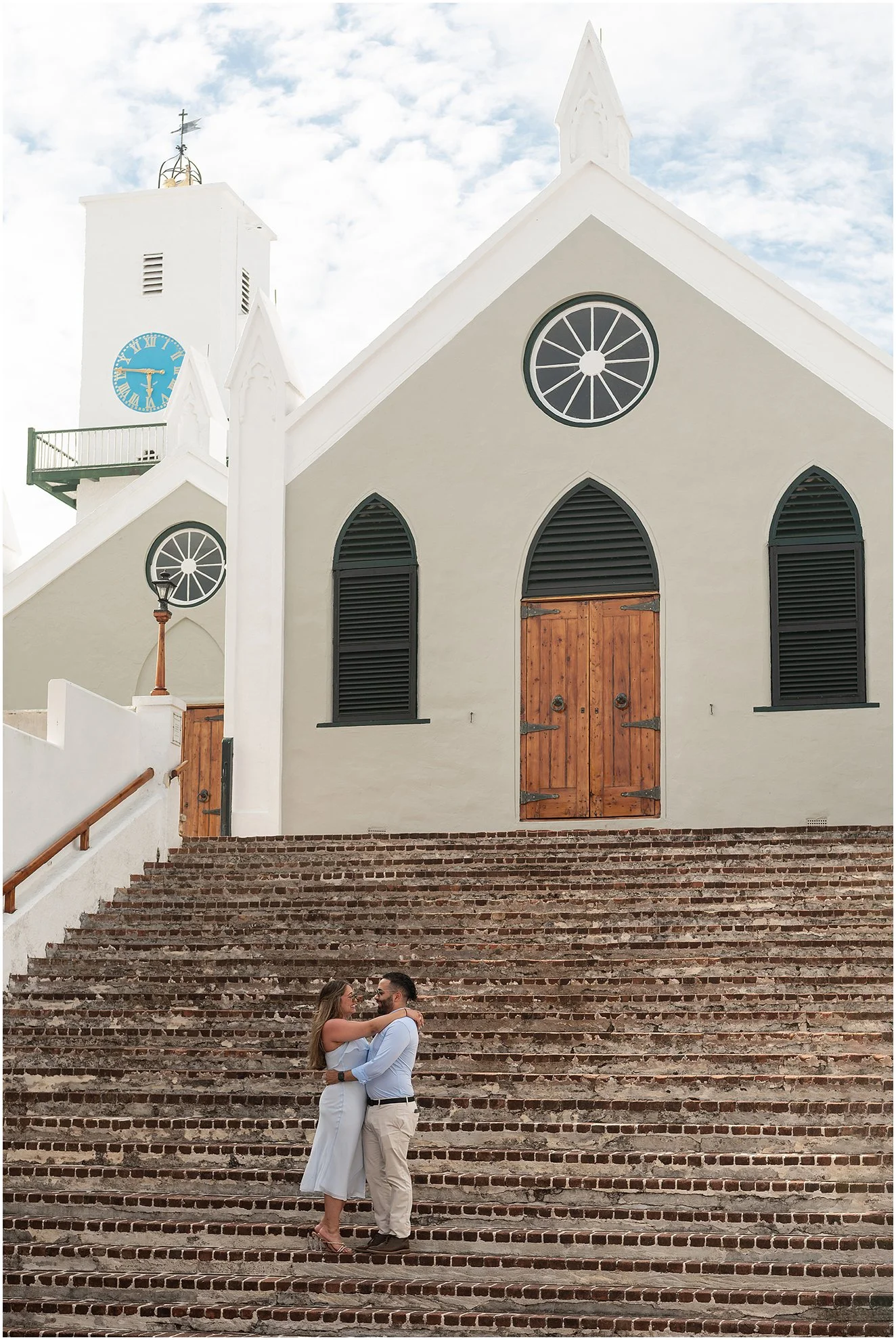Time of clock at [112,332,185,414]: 5:46
